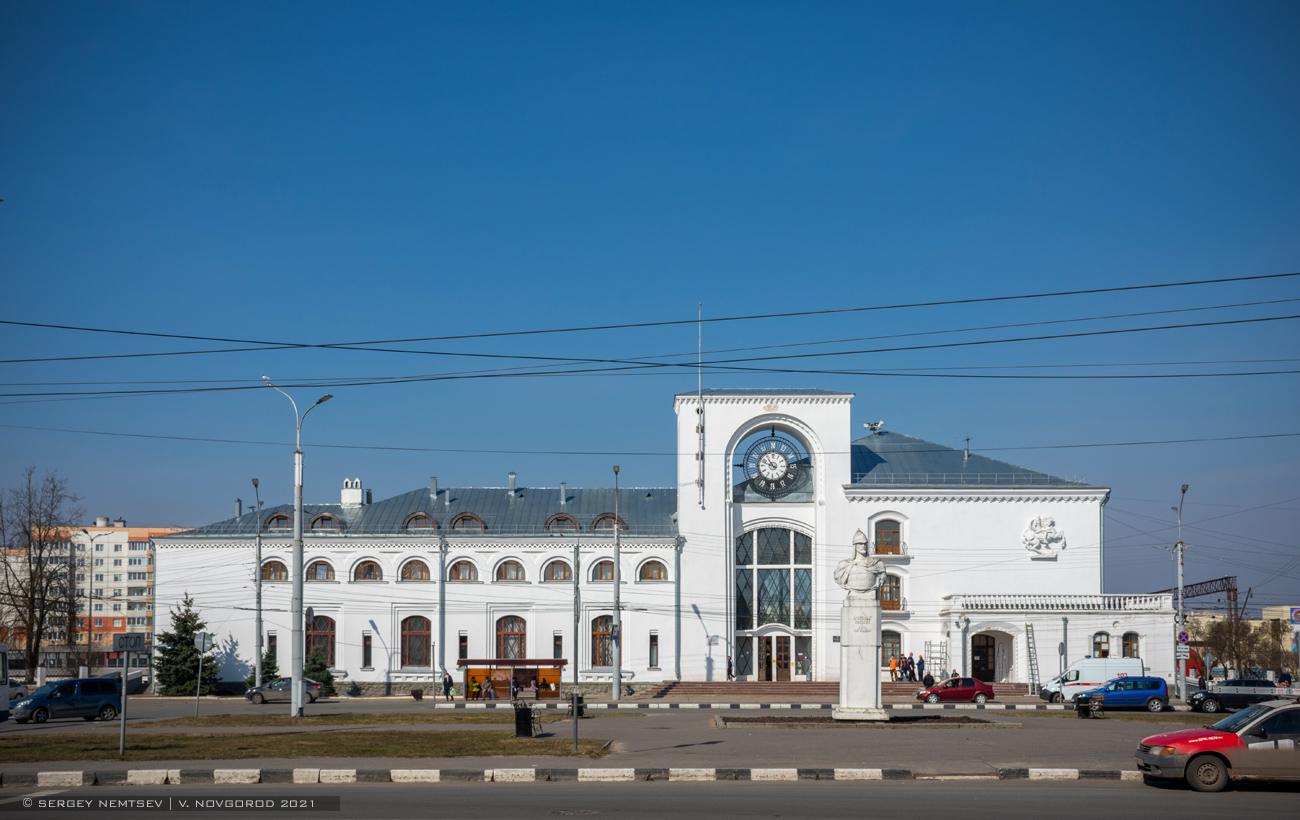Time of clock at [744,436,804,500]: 10:48
